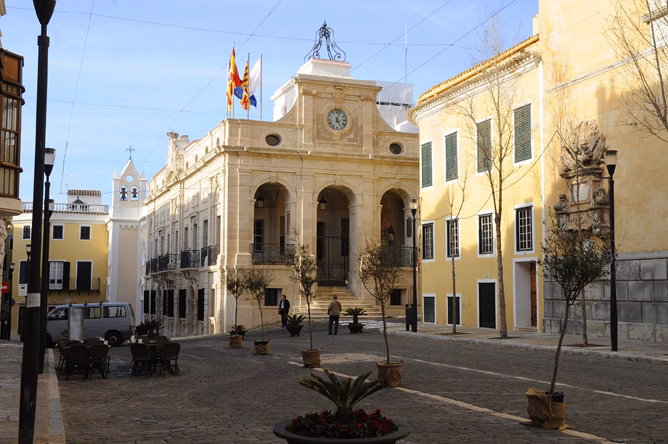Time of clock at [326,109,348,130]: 5:03
